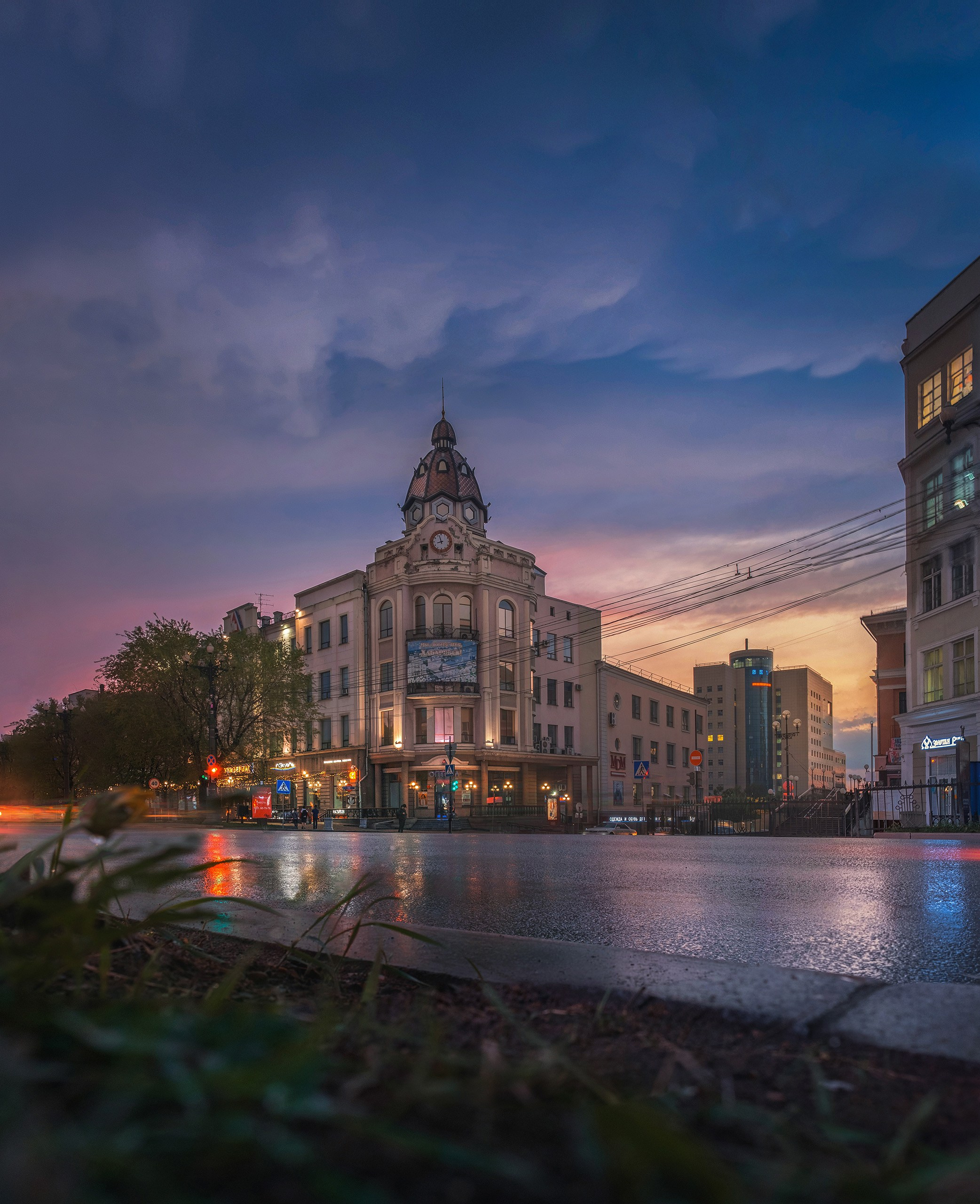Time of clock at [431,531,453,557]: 8:57
